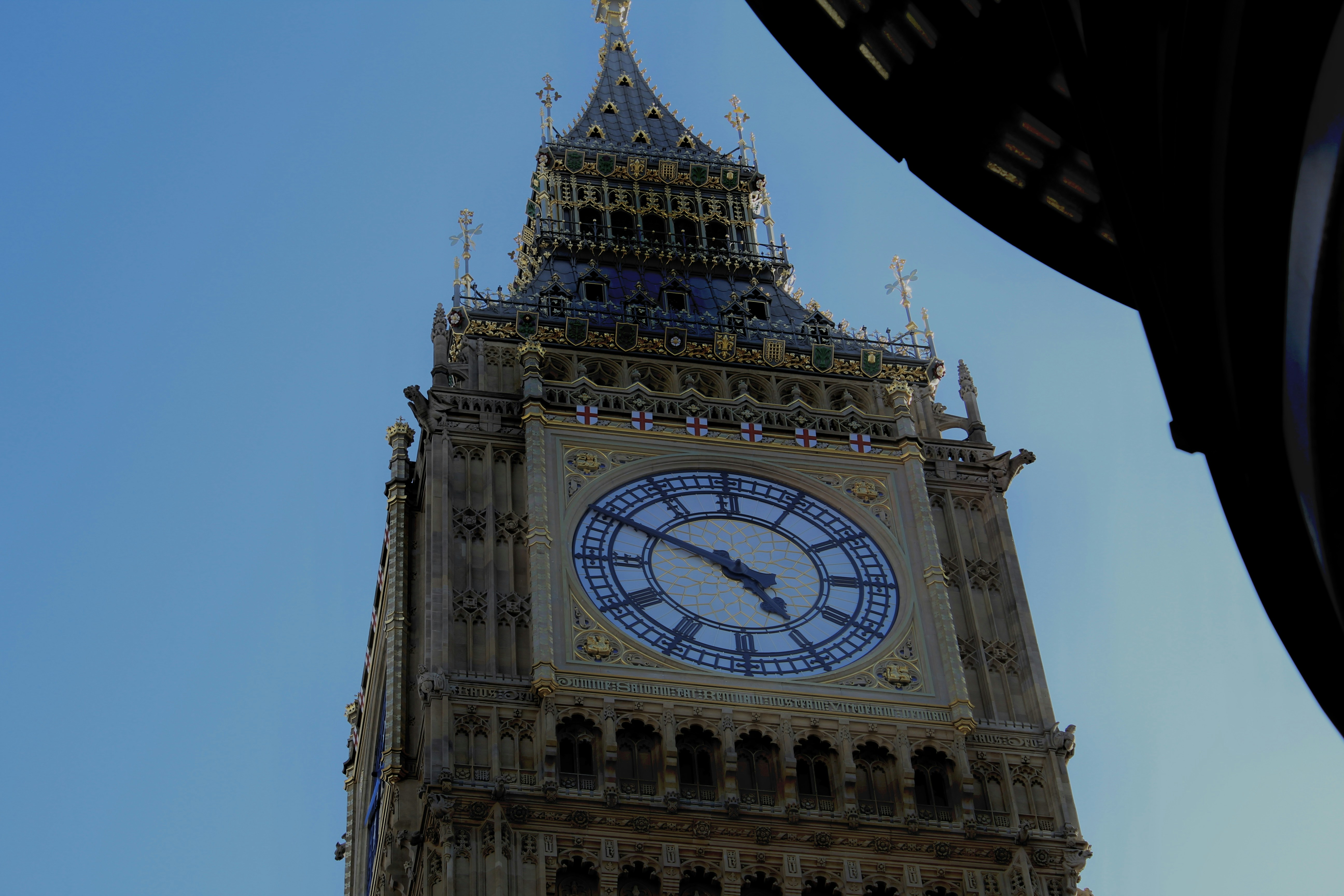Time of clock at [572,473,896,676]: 4:49
